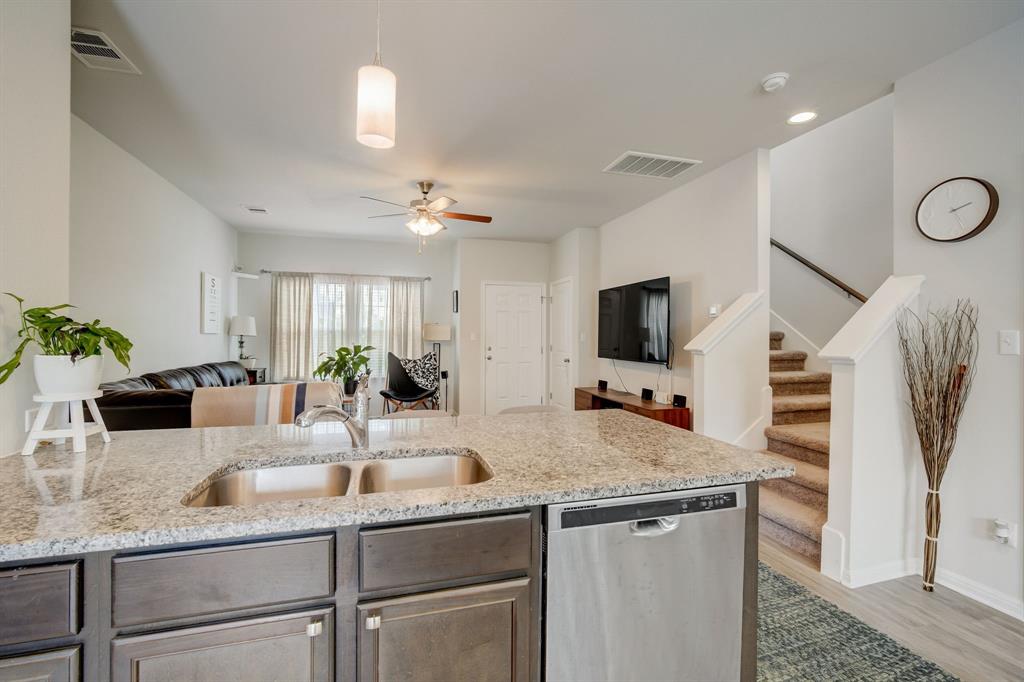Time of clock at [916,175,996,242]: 2:25
